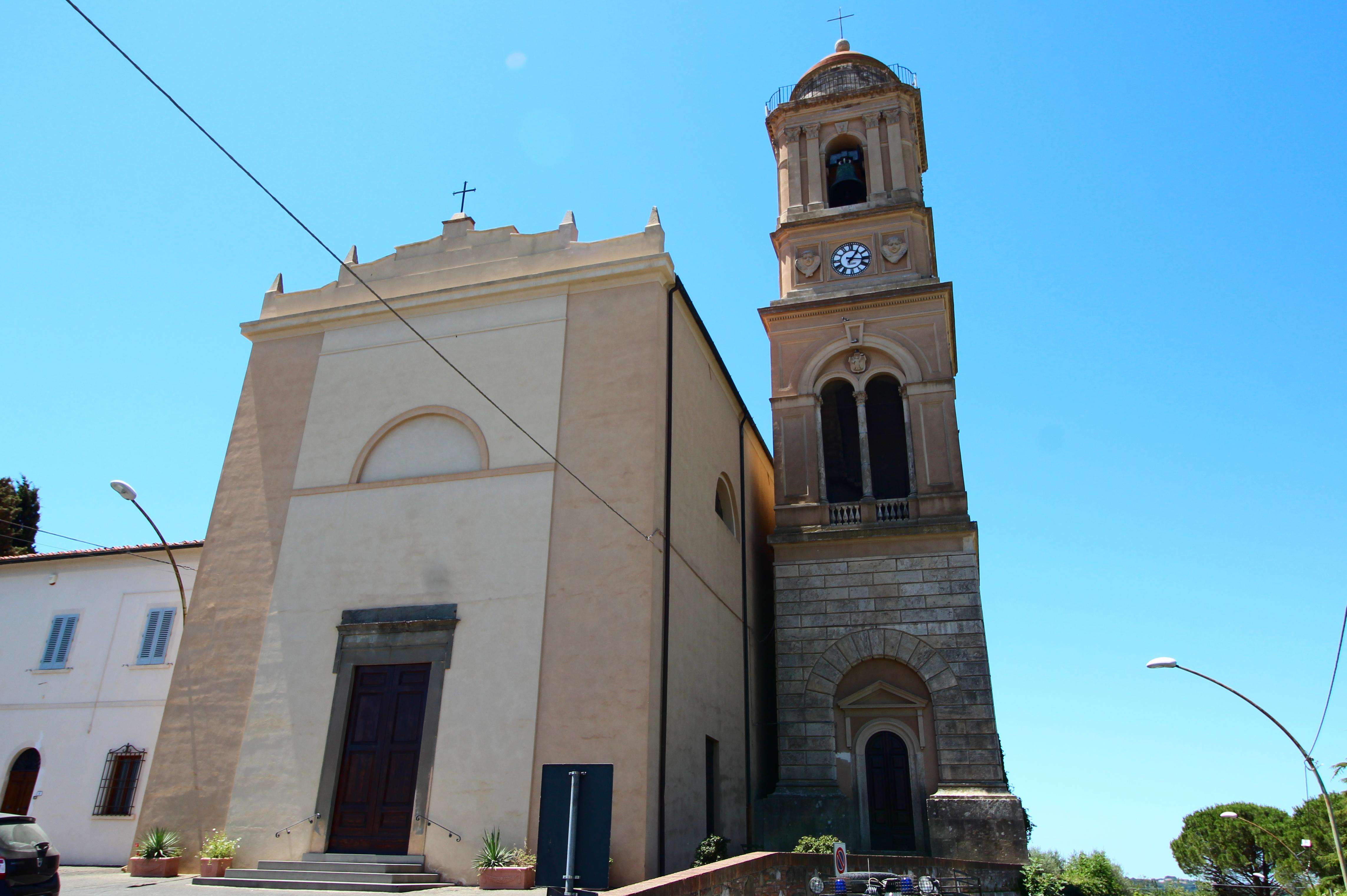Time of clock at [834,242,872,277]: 1:16
